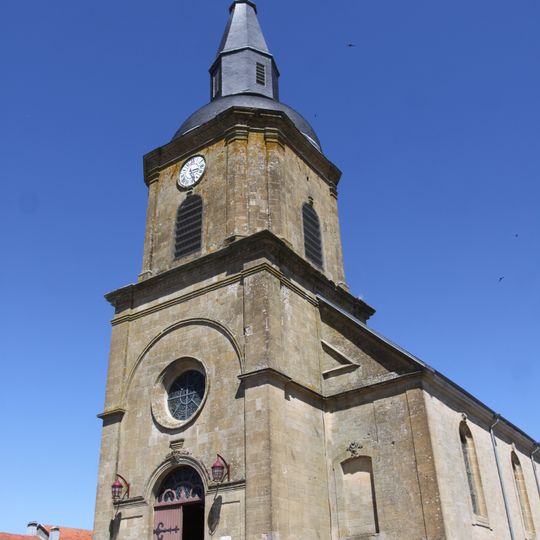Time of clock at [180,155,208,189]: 3:24
